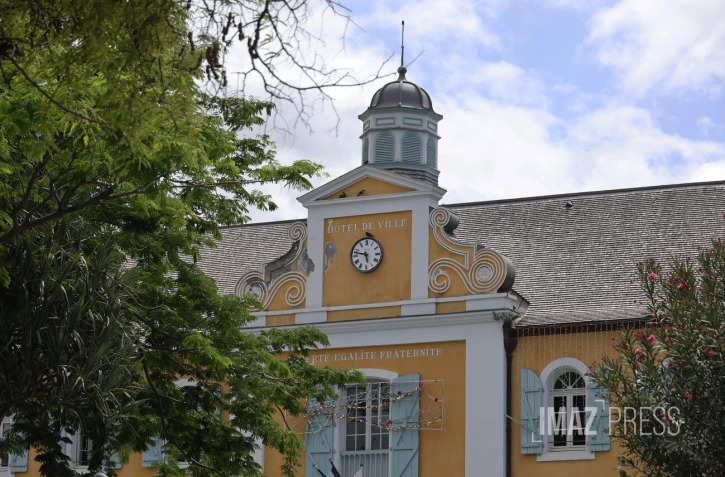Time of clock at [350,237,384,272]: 5:47
